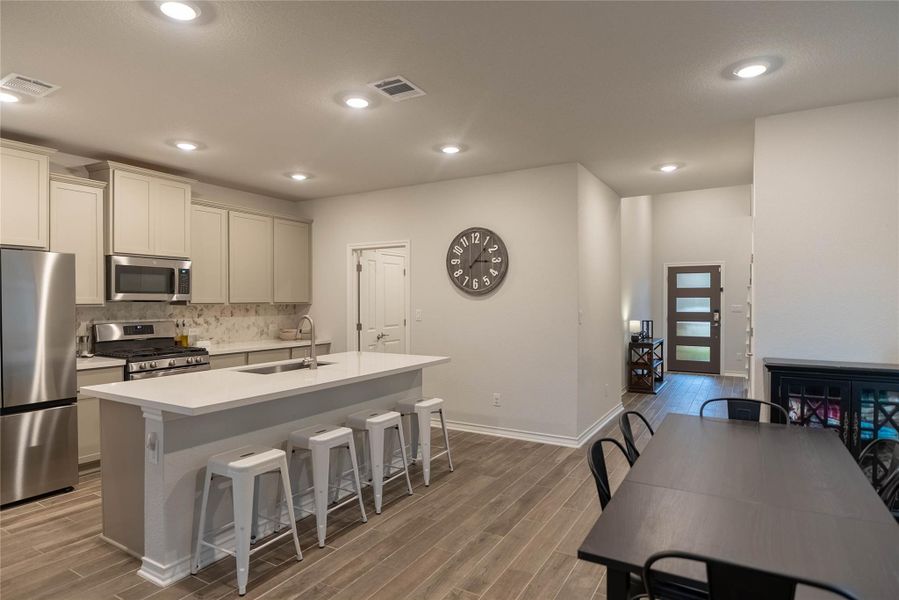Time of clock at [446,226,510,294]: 3:06
